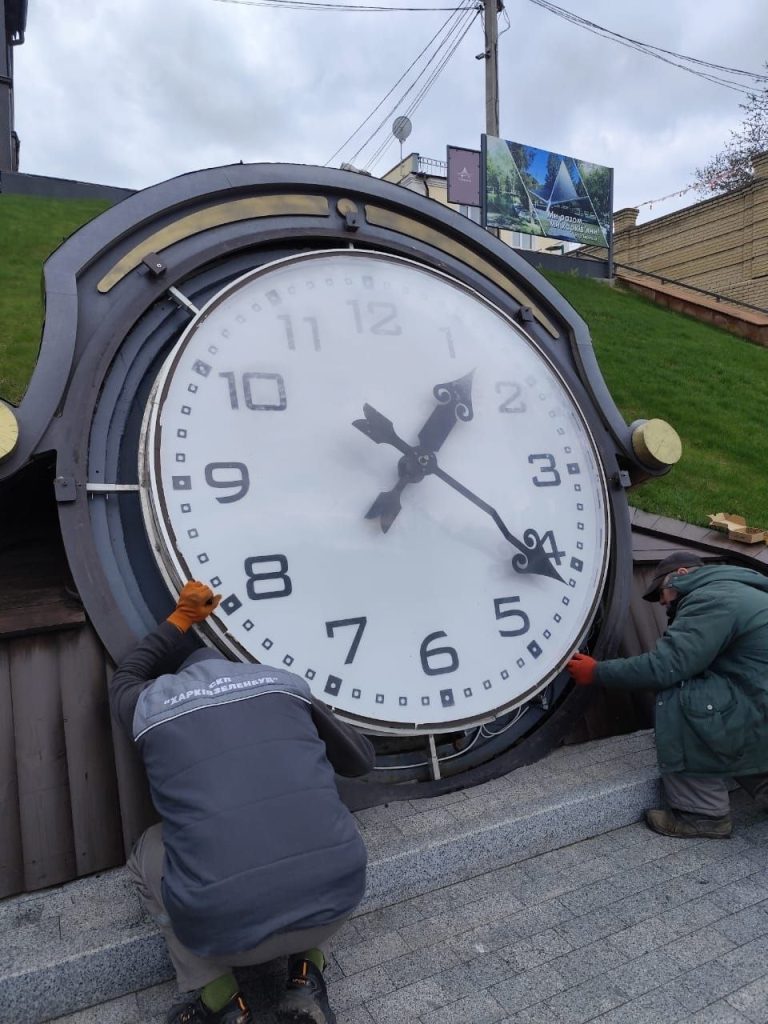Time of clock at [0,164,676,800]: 1:21
